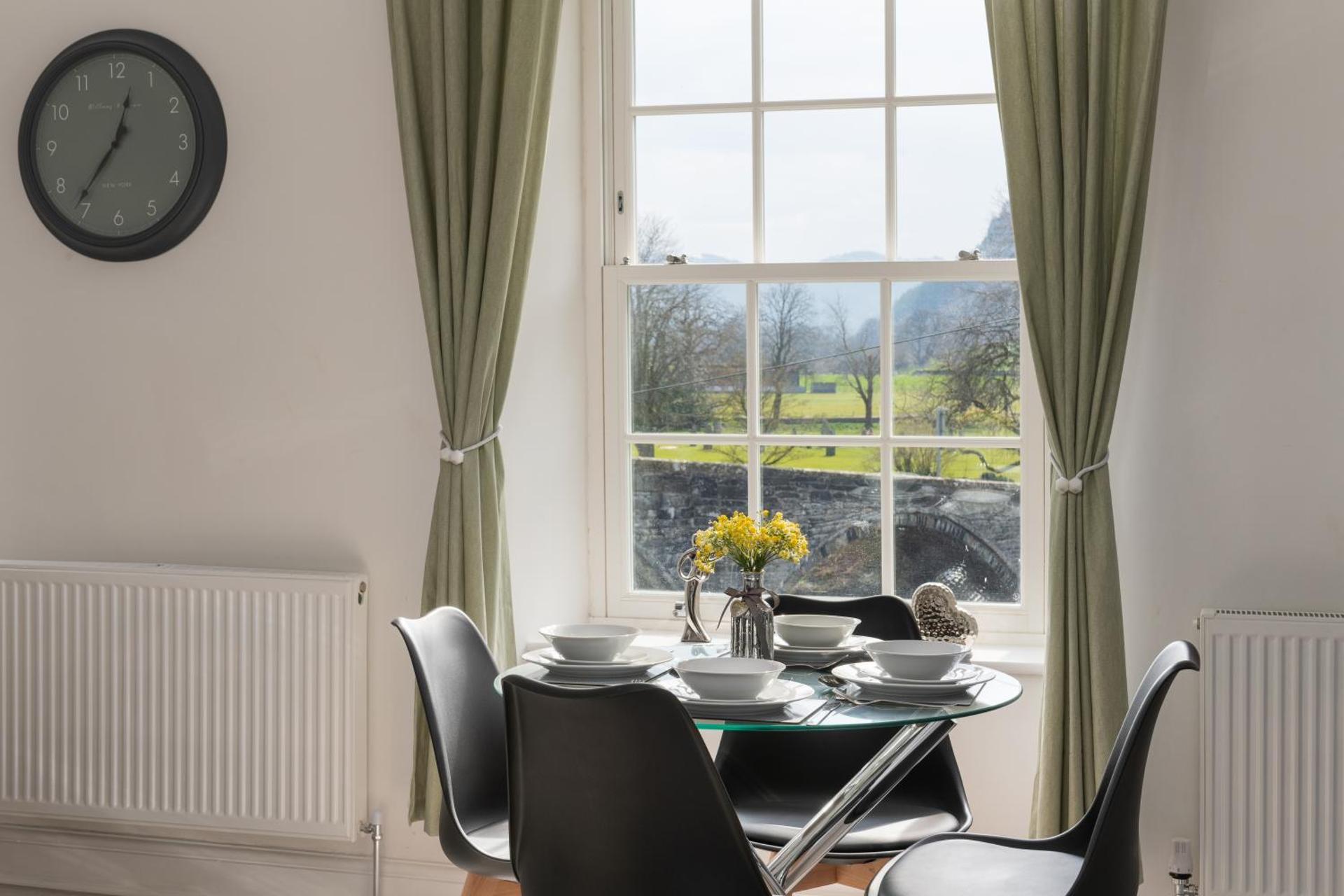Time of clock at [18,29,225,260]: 12:36
